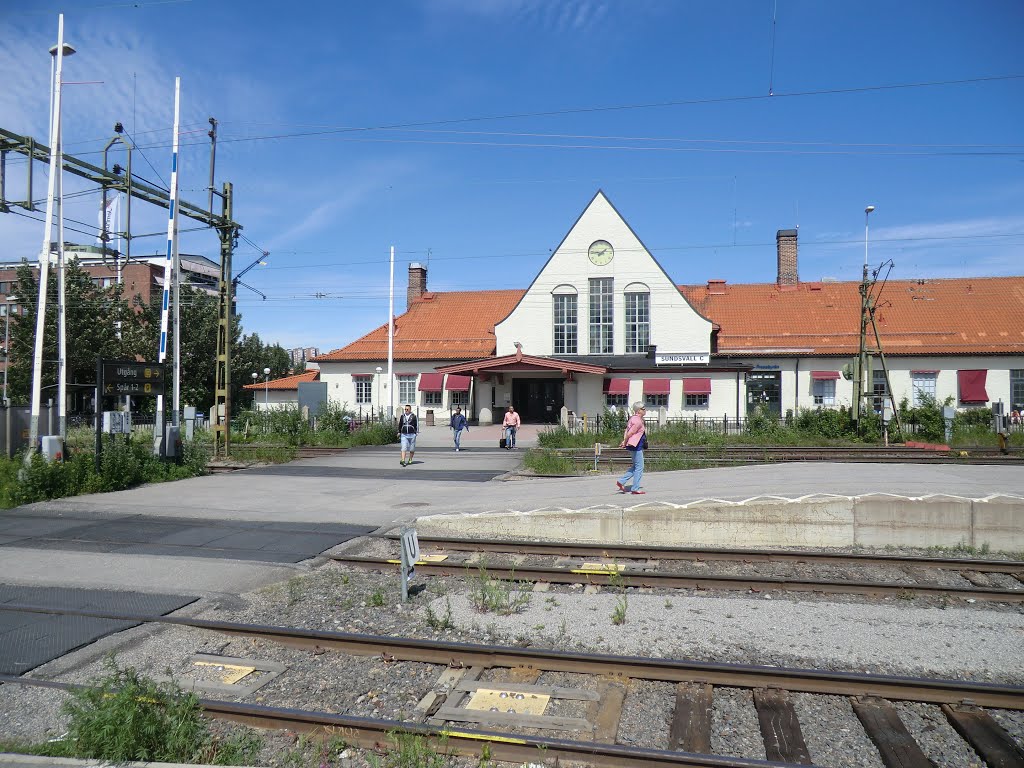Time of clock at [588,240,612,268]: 1:46
